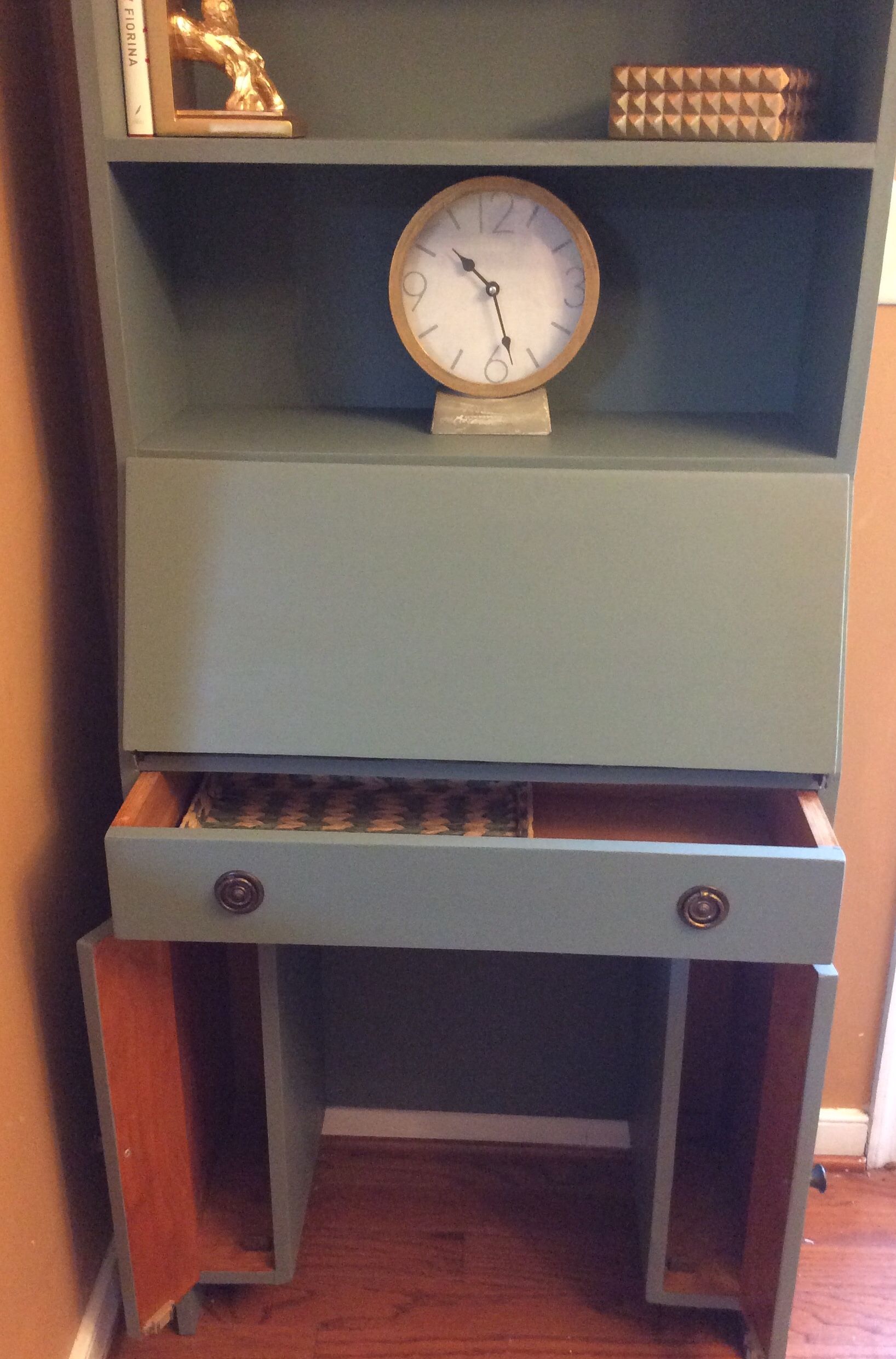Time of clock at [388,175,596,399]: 10:27
